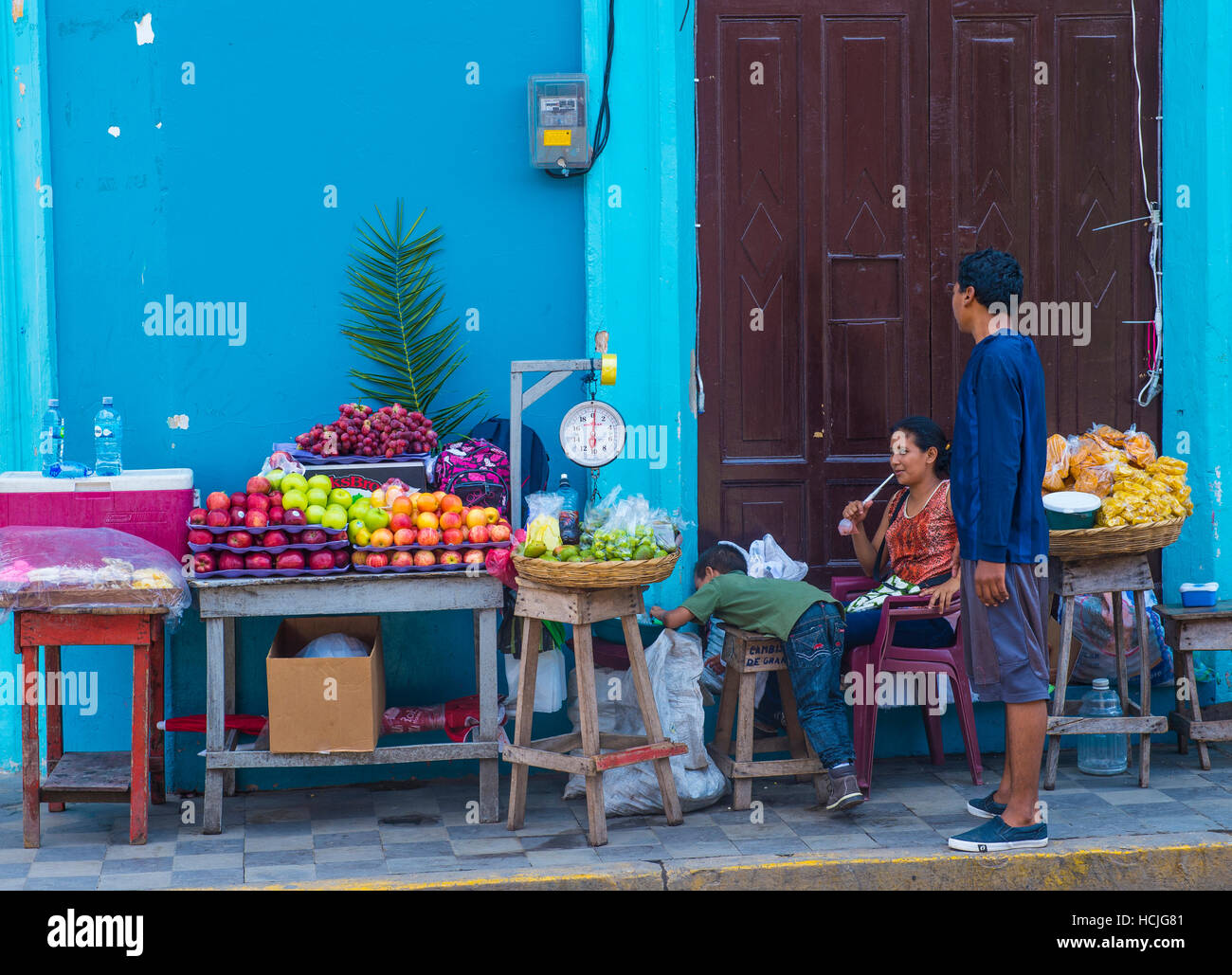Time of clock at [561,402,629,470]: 6:00
